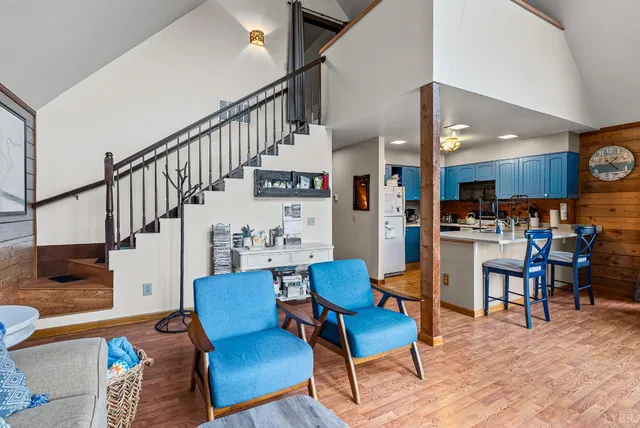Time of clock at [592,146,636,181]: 1:22
